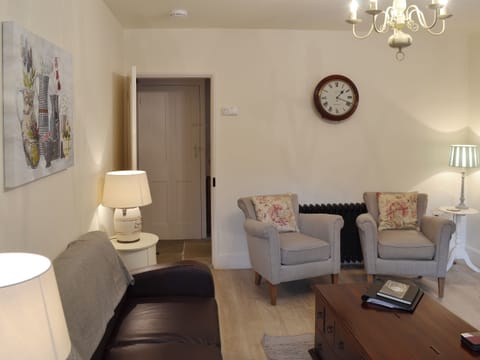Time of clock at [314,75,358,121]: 1:18
